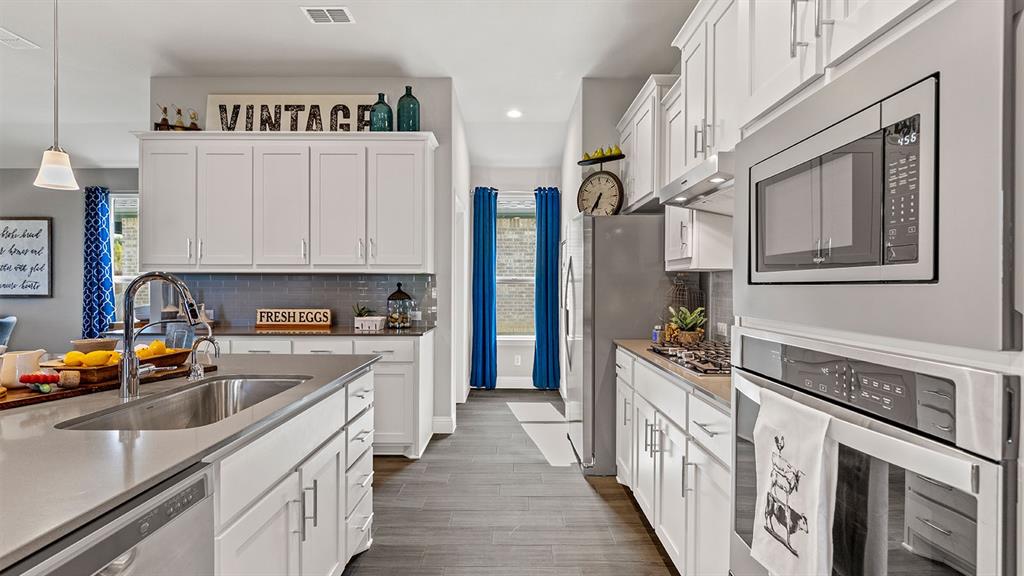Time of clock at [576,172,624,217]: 6:36
